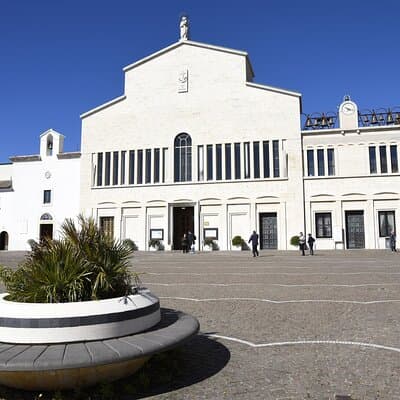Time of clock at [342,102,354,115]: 4:17
